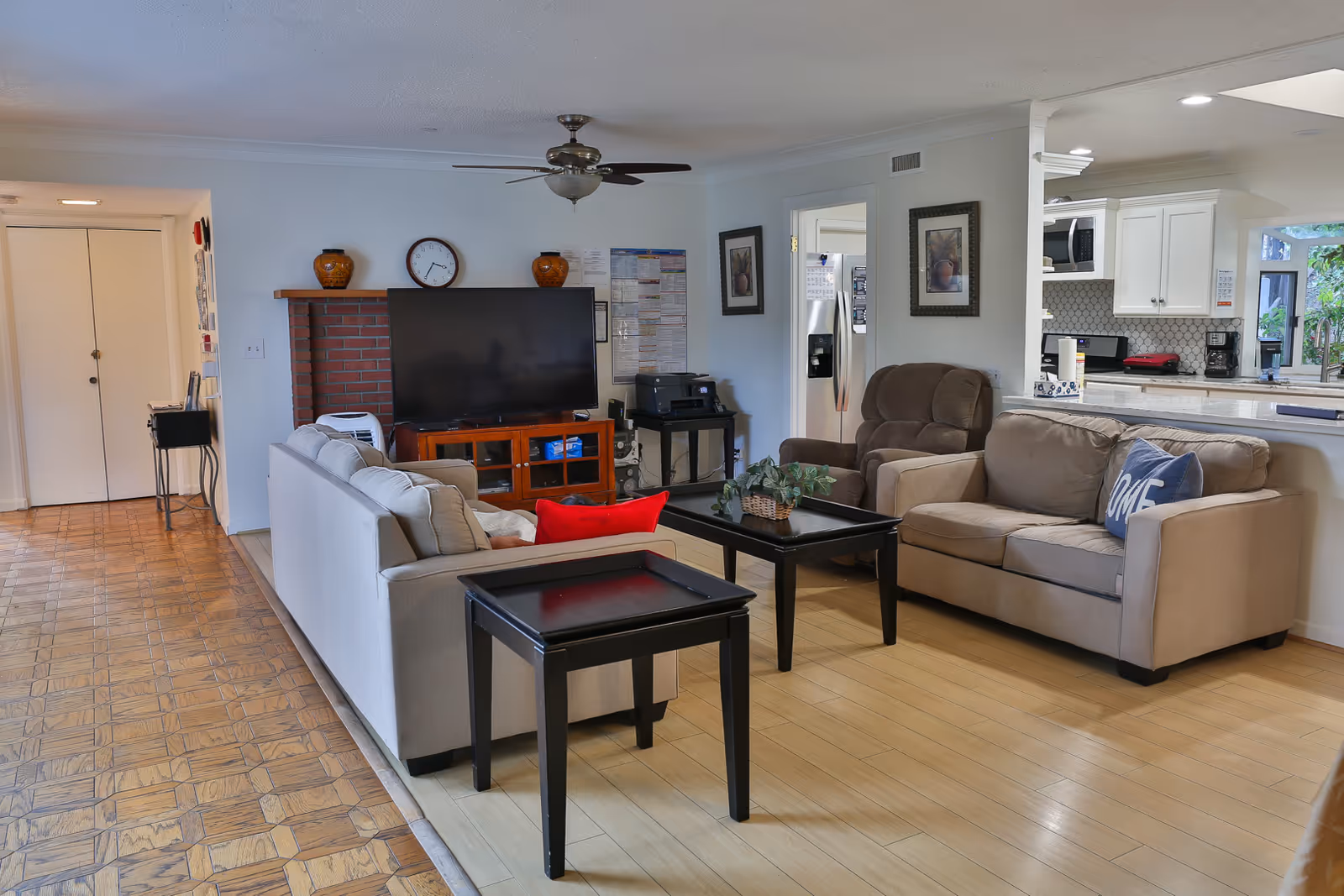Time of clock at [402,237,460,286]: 3:35
